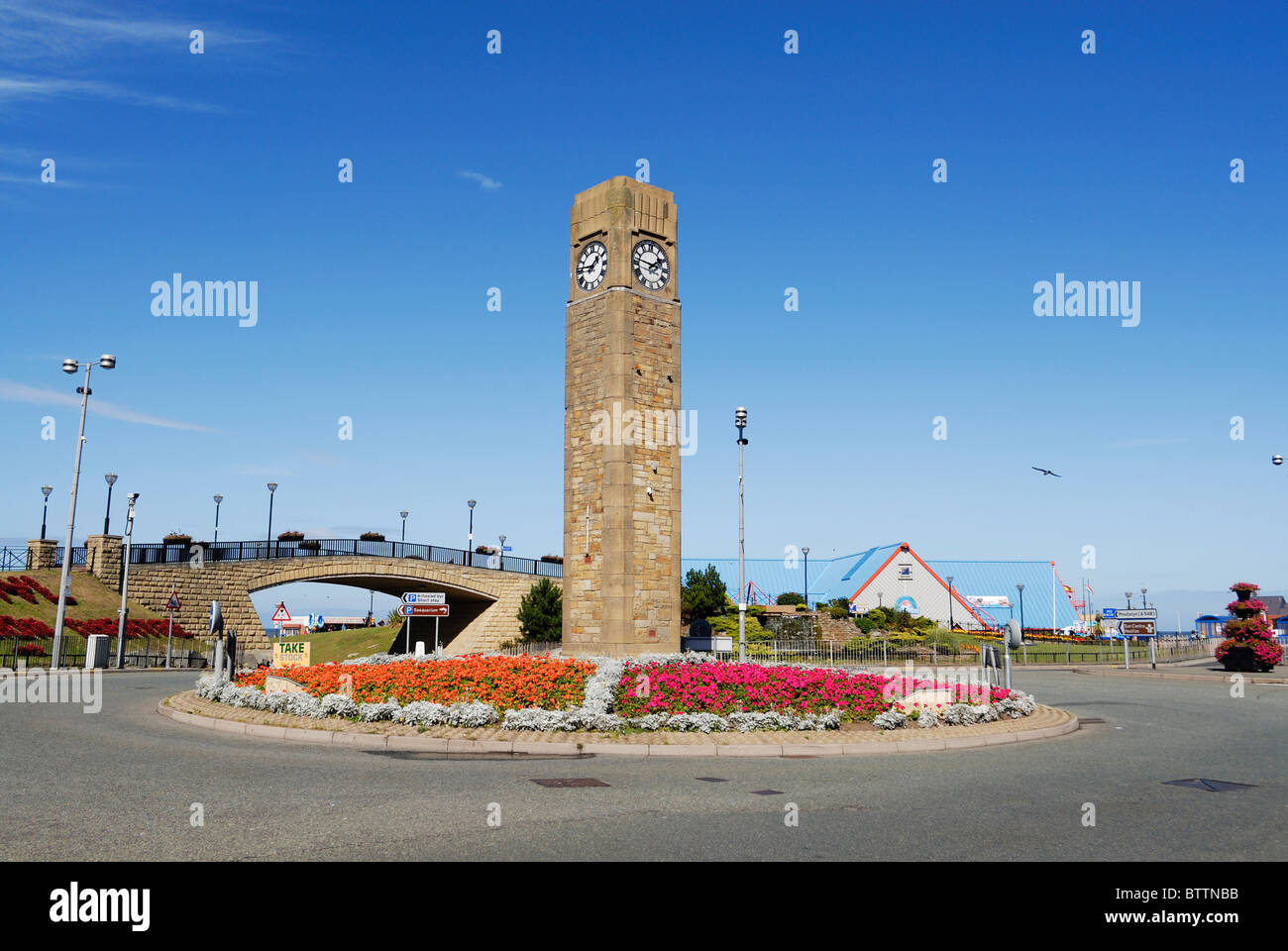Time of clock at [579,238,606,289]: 1:46
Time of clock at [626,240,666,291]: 1:46
